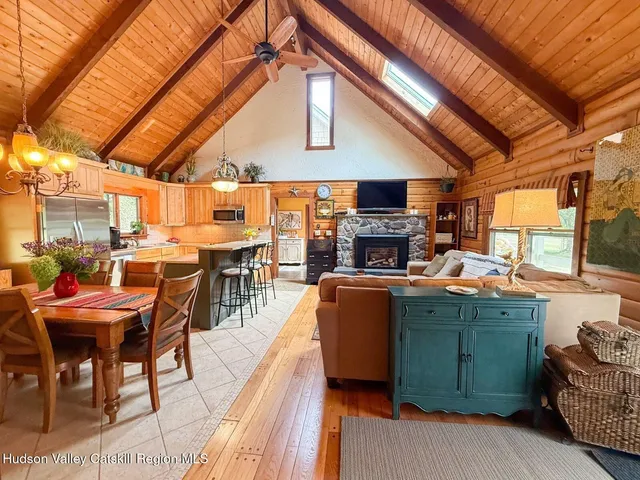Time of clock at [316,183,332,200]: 10:41
